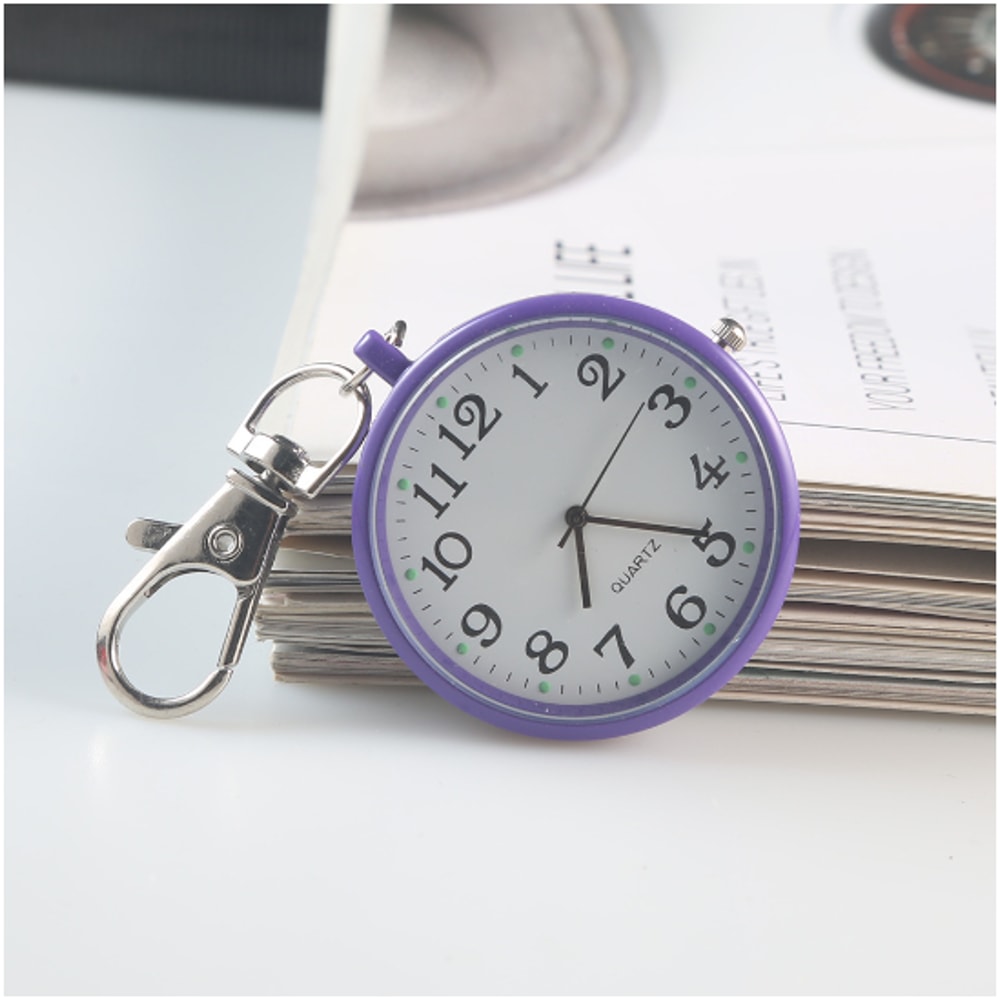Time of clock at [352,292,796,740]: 6:19
